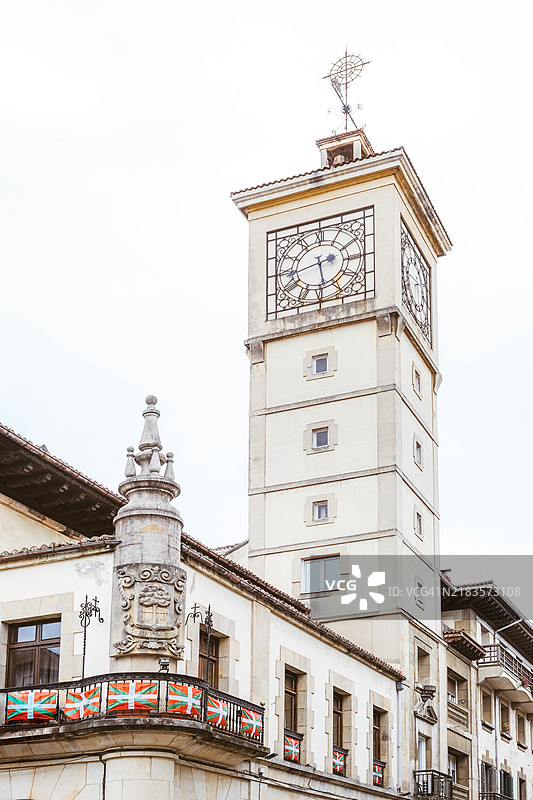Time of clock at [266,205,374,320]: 2:29
